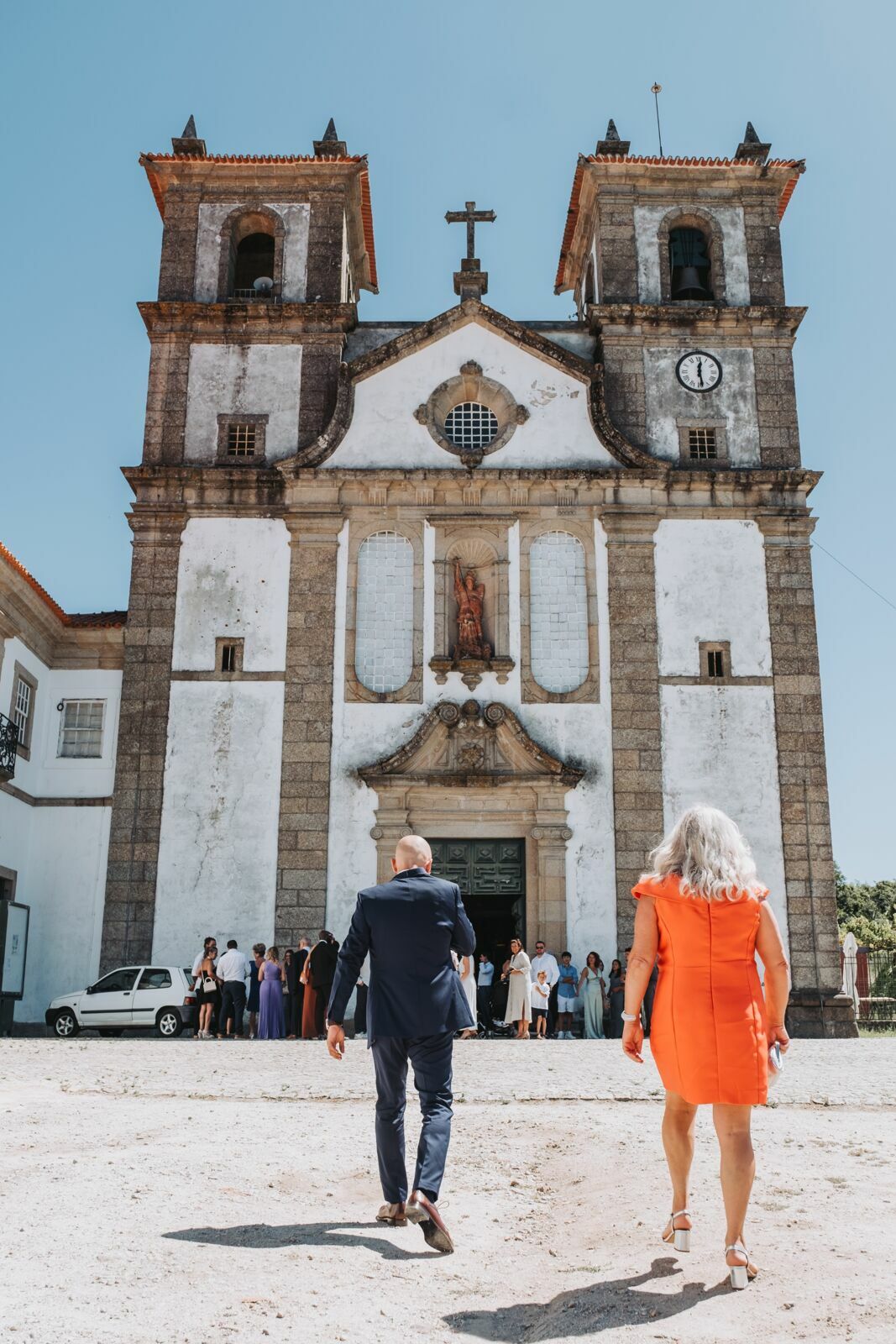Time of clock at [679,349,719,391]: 12:28
